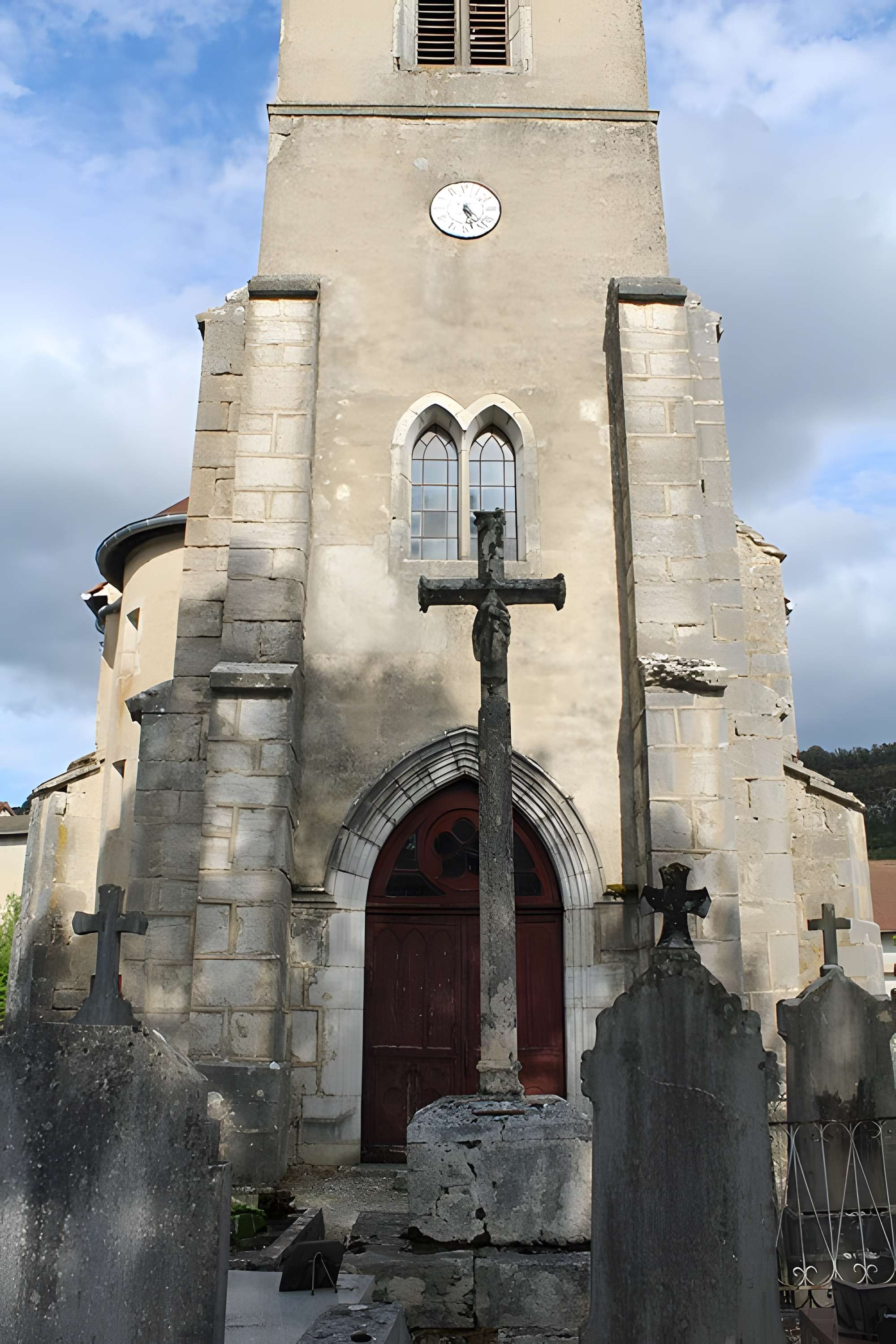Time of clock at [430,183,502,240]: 4:27
